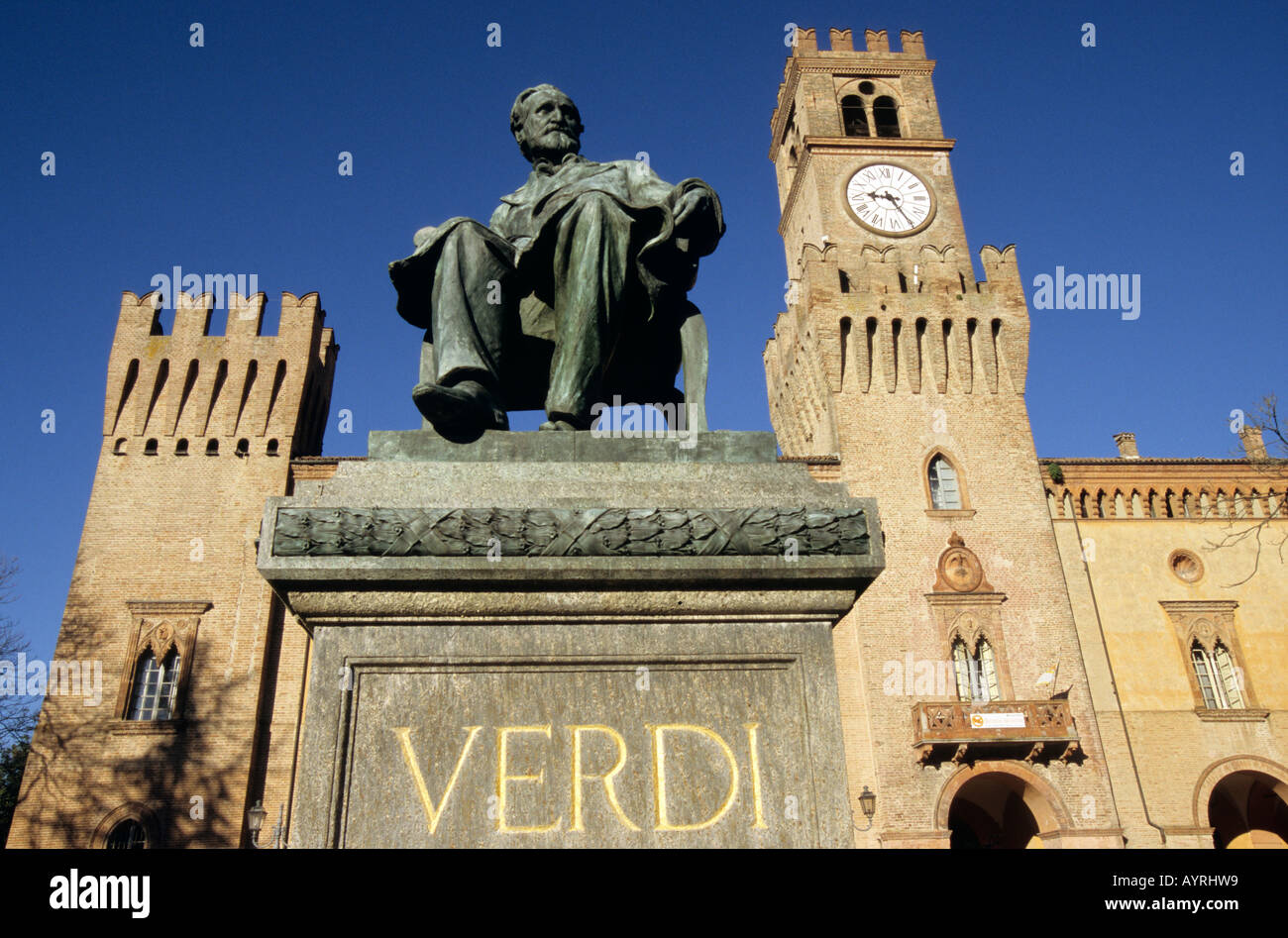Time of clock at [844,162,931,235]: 9:25
